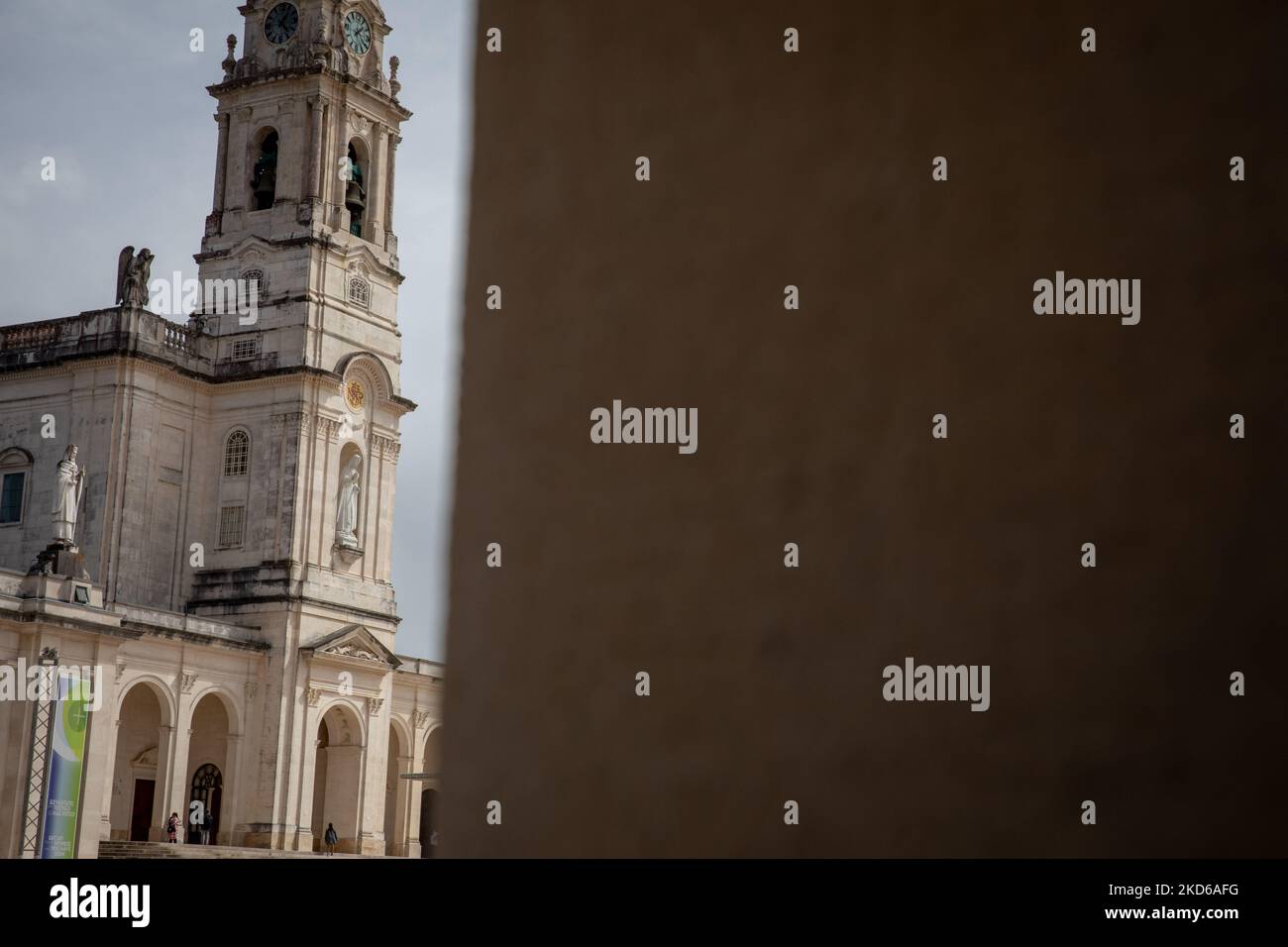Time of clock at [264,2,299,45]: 1:23
